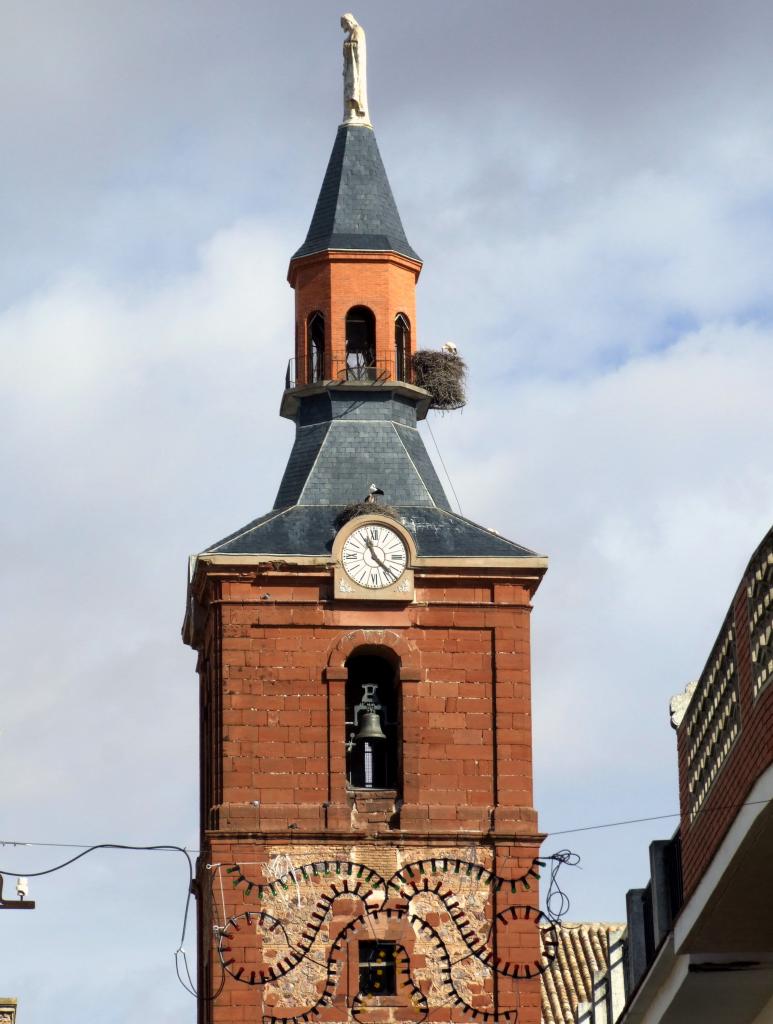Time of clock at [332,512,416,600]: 11:22
